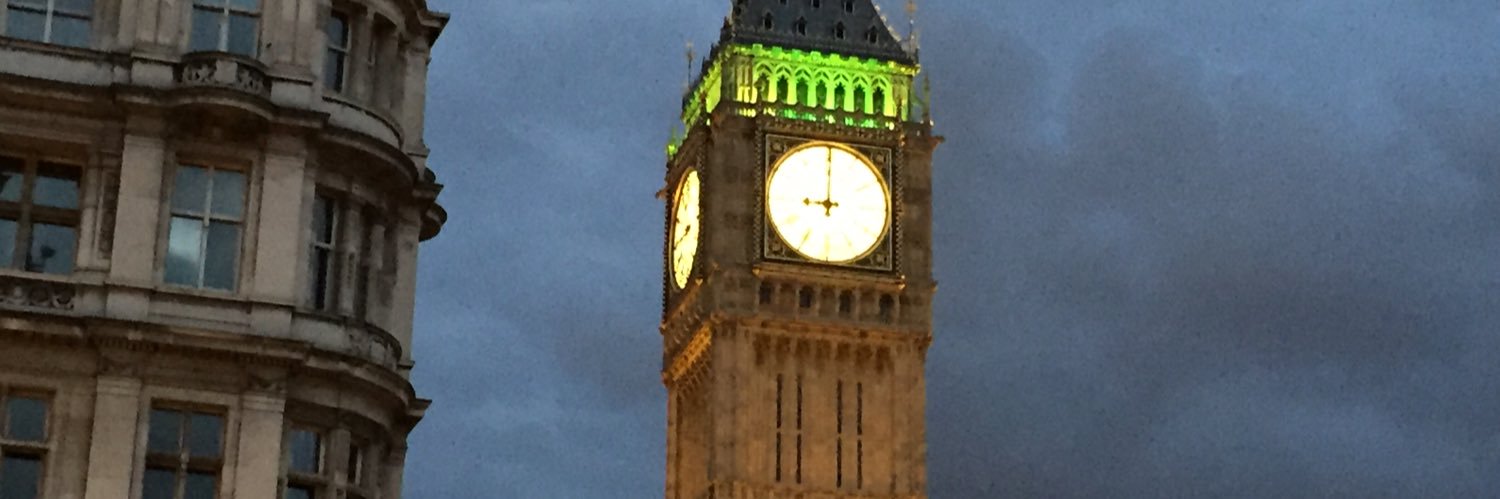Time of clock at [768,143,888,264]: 9:00
